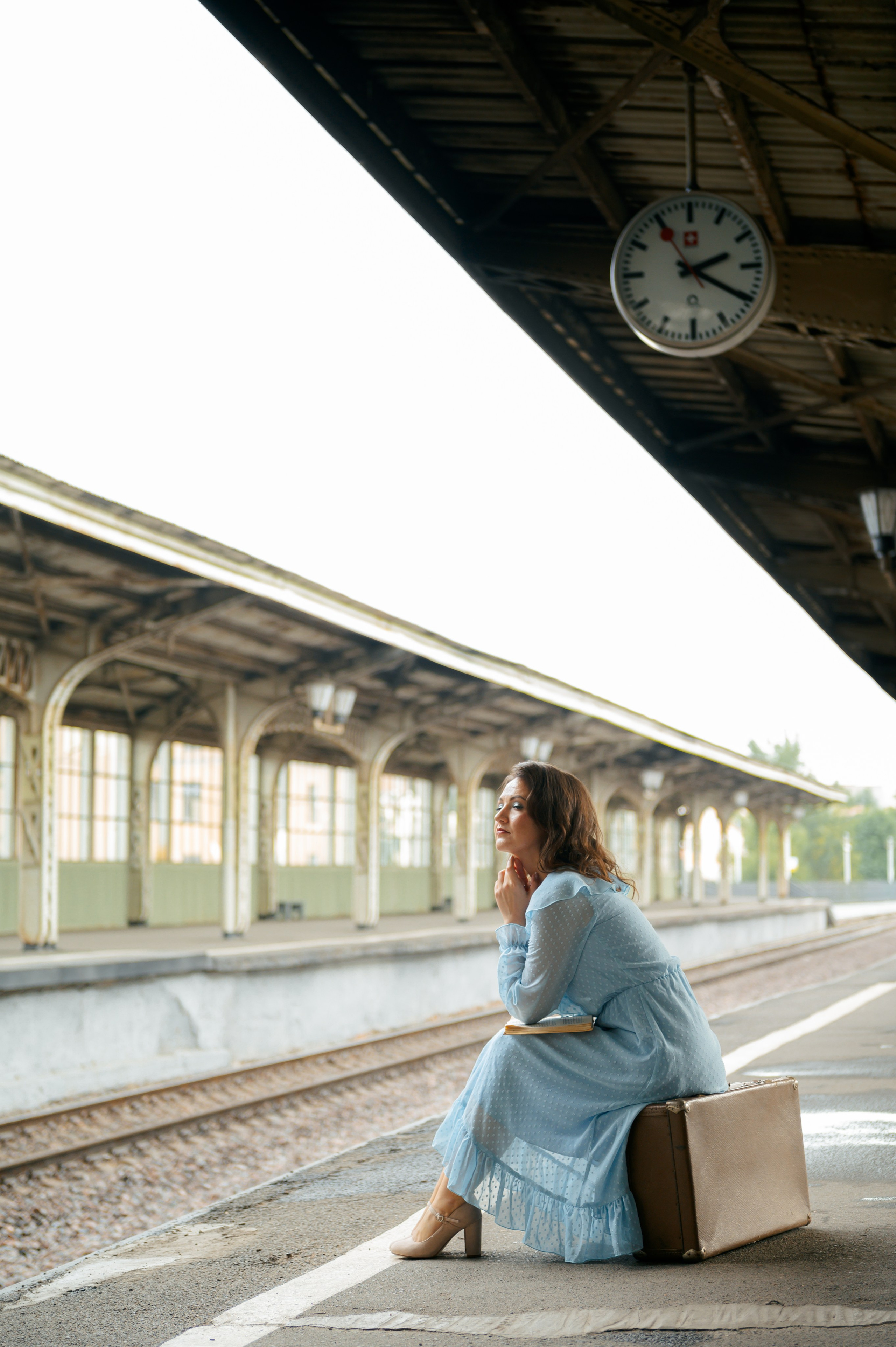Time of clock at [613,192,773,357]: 2:20
